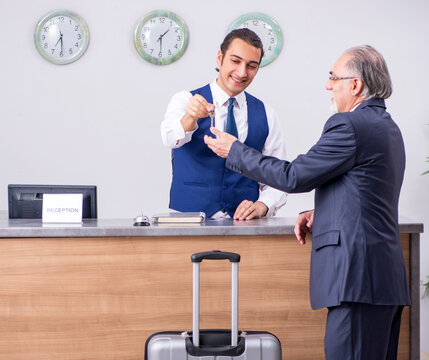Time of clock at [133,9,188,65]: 1:29
